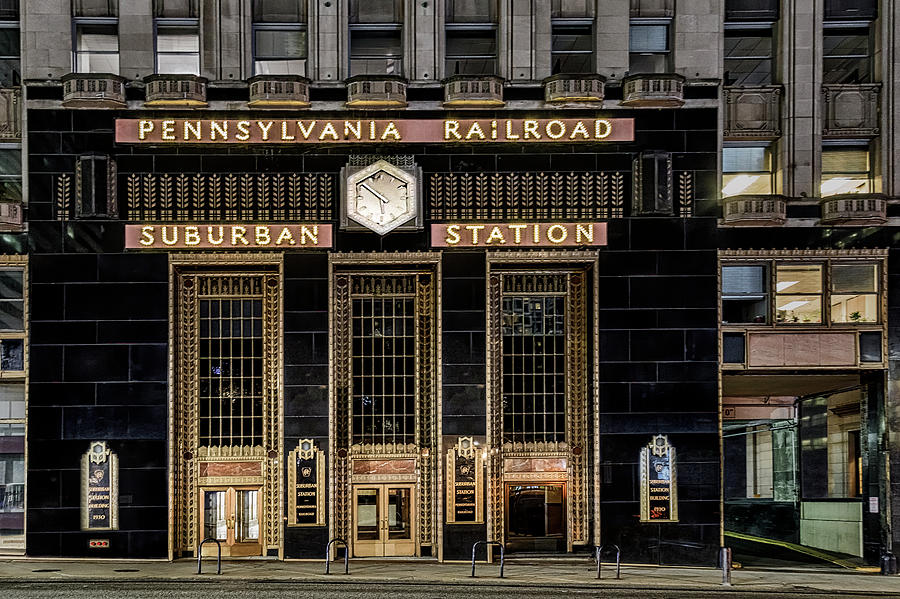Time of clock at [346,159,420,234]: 5:51
